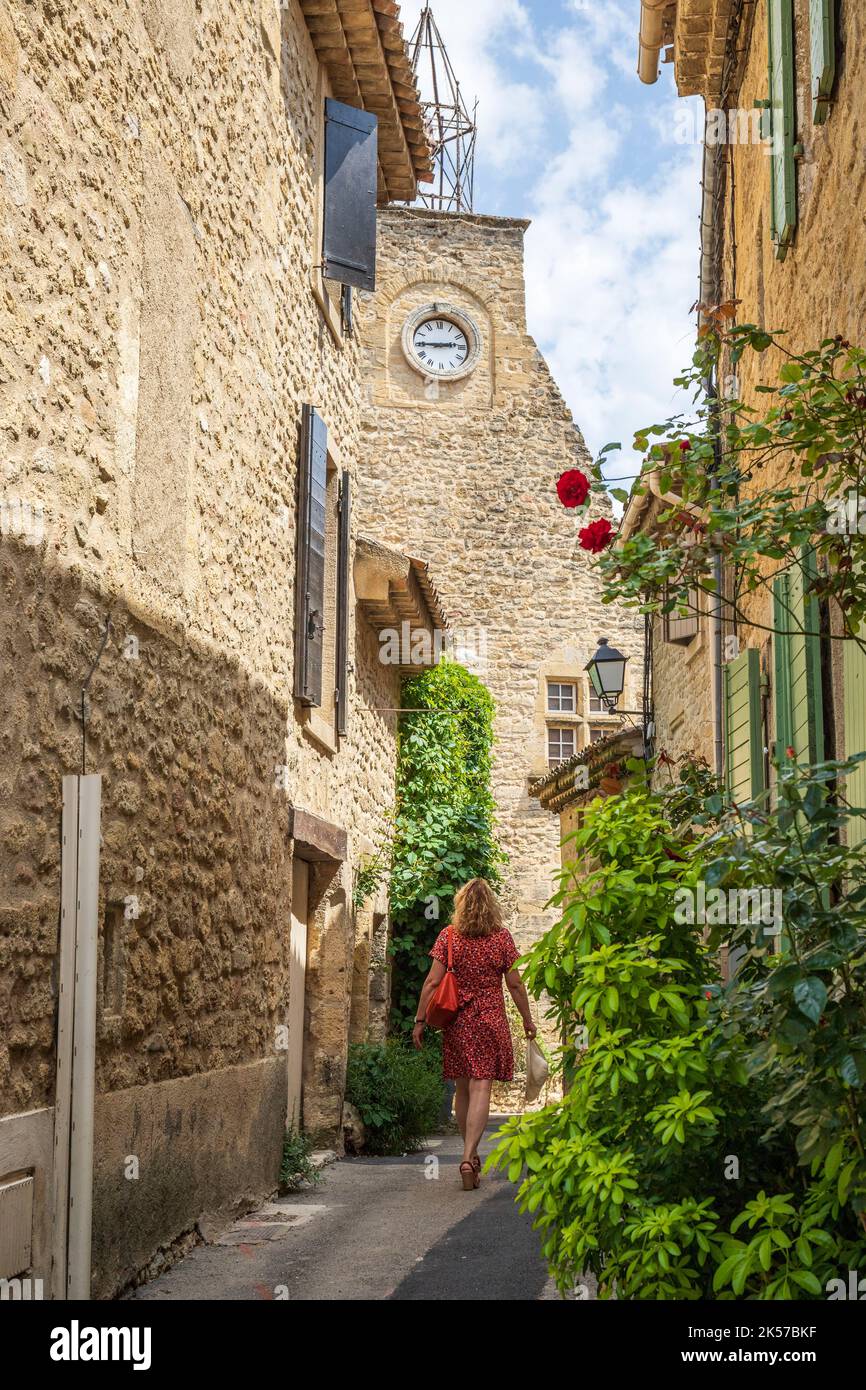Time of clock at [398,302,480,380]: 2:45
